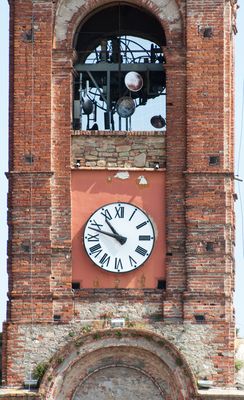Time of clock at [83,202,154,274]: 10:47
